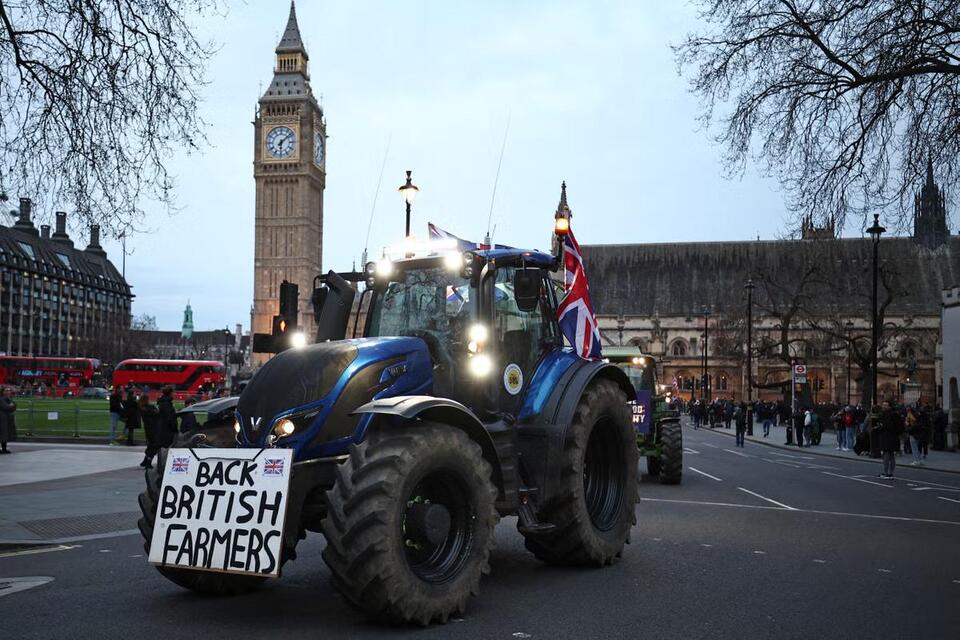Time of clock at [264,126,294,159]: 6:08
